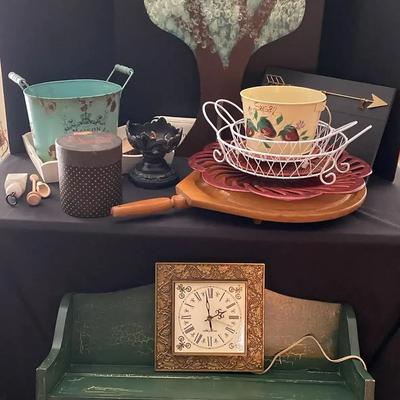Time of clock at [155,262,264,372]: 1:58
